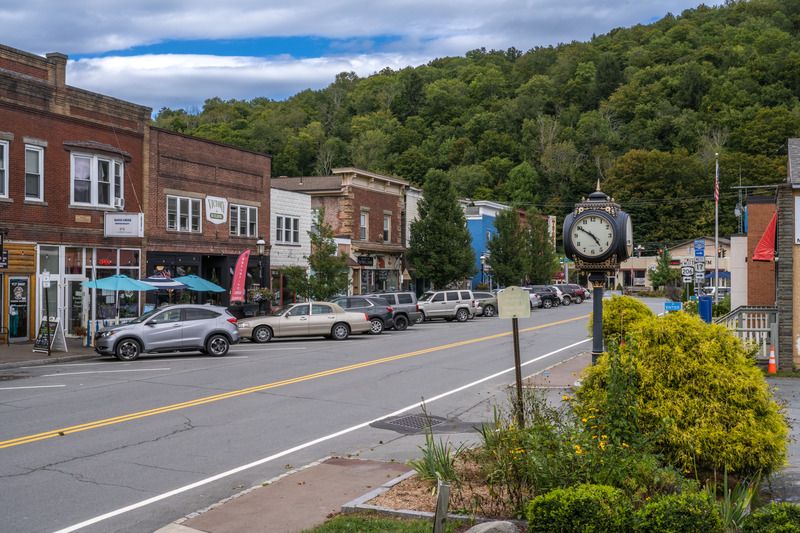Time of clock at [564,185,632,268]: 4:50
